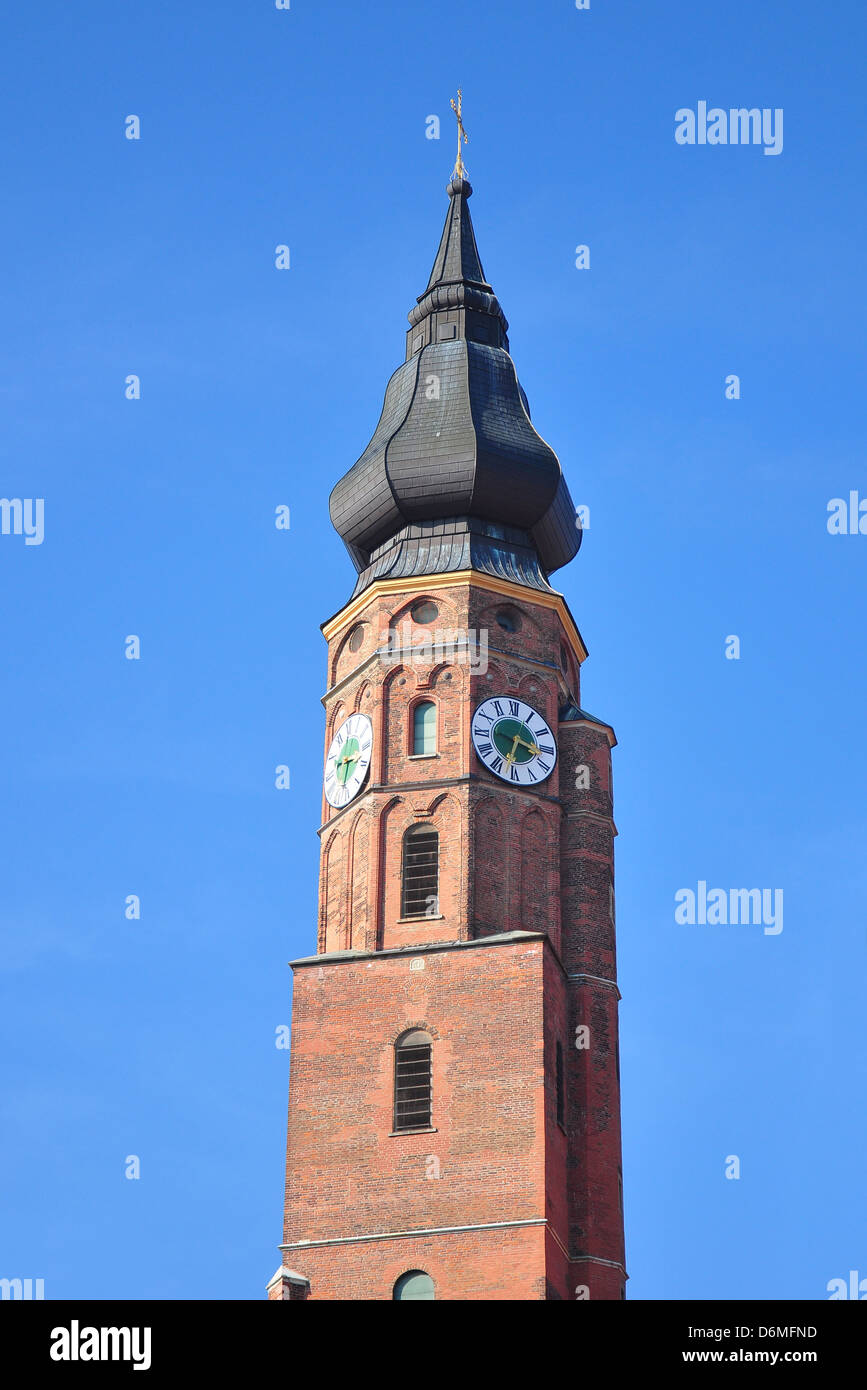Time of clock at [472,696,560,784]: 3:32
